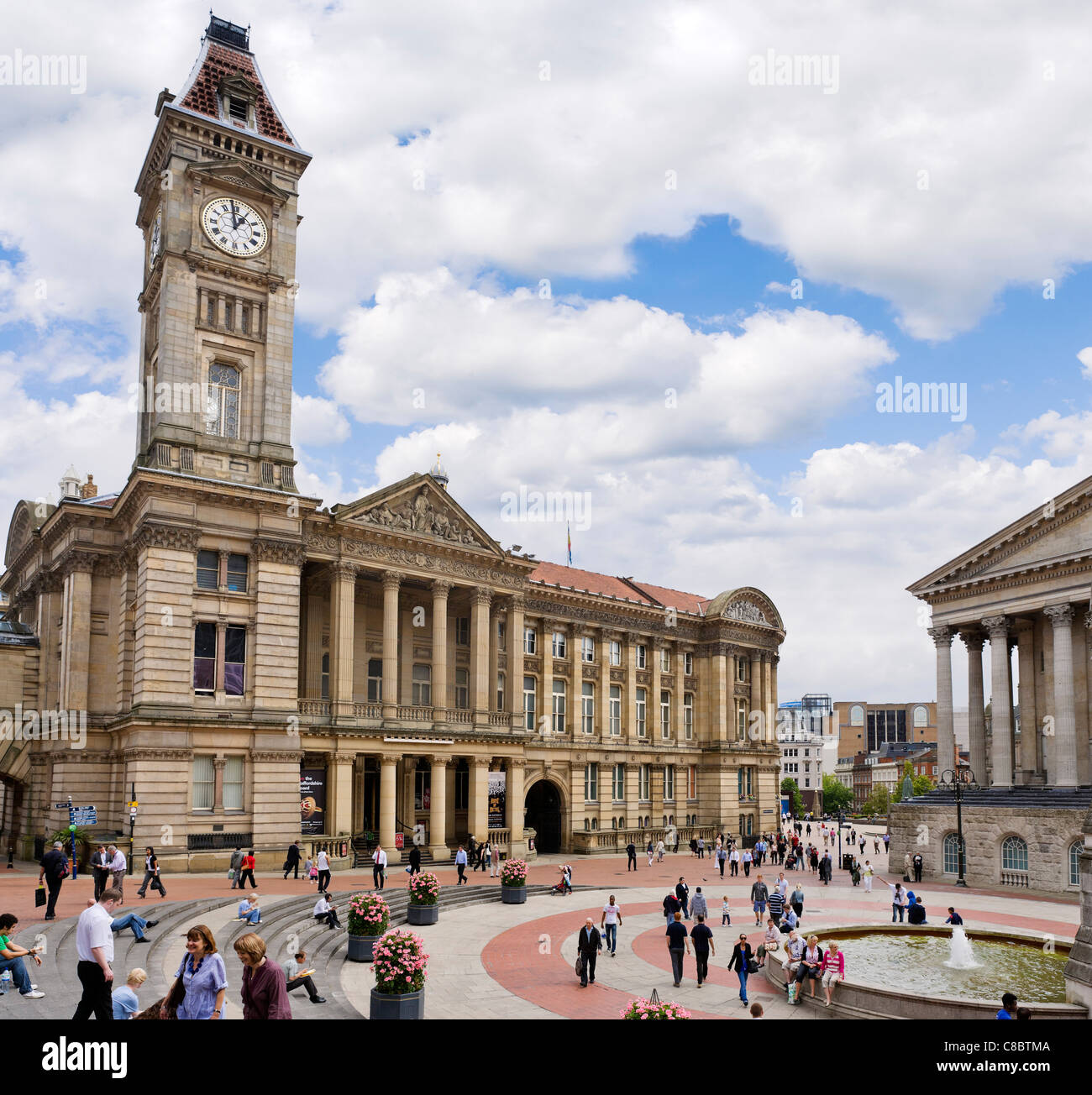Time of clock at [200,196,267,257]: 12:58
